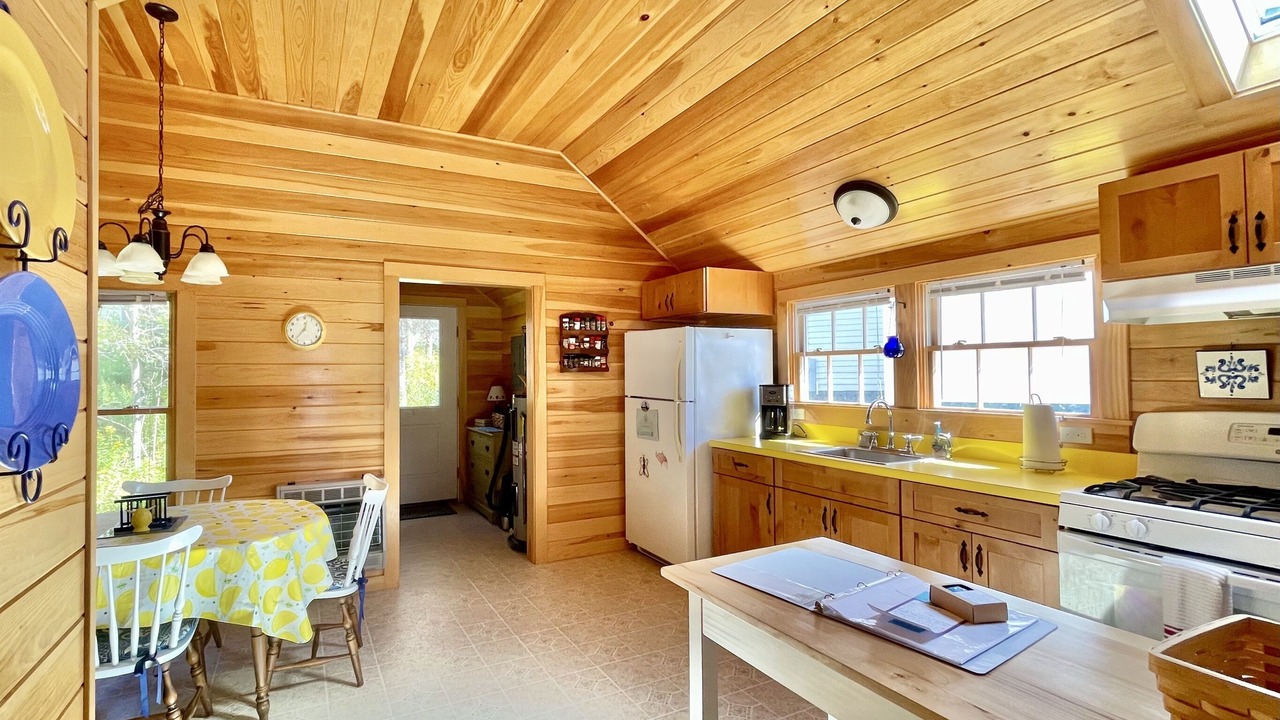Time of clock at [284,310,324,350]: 12:36
